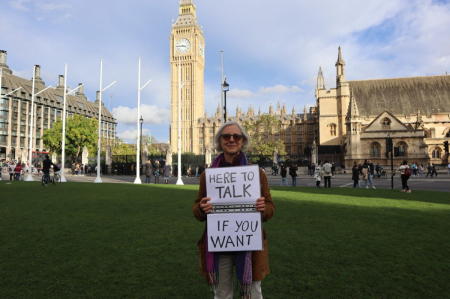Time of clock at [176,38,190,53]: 3:44
